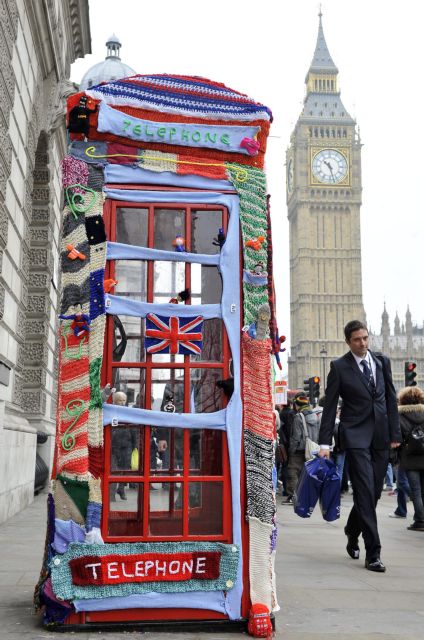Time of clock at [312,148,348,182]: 10:27
